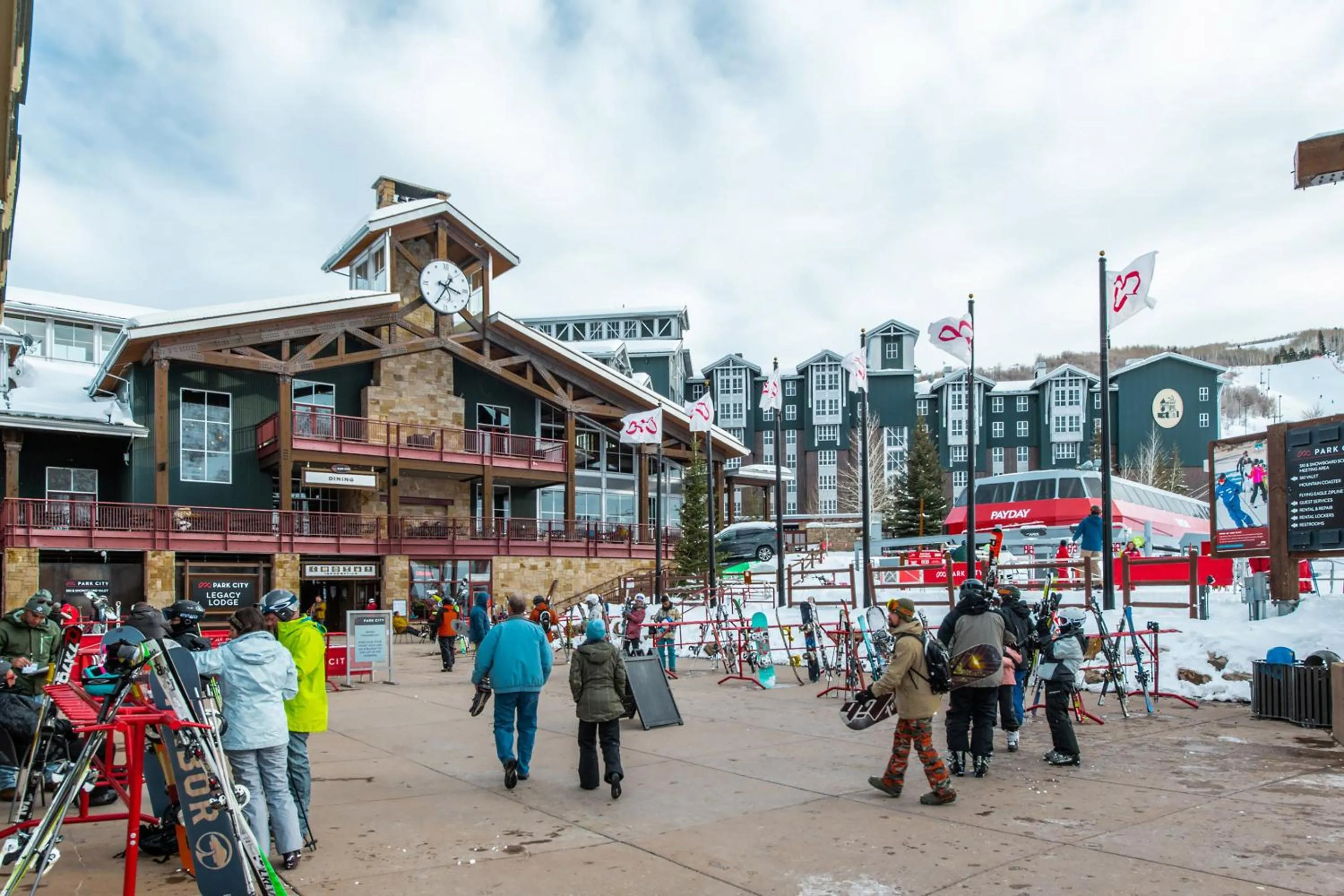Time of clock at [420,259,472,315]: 3:35
